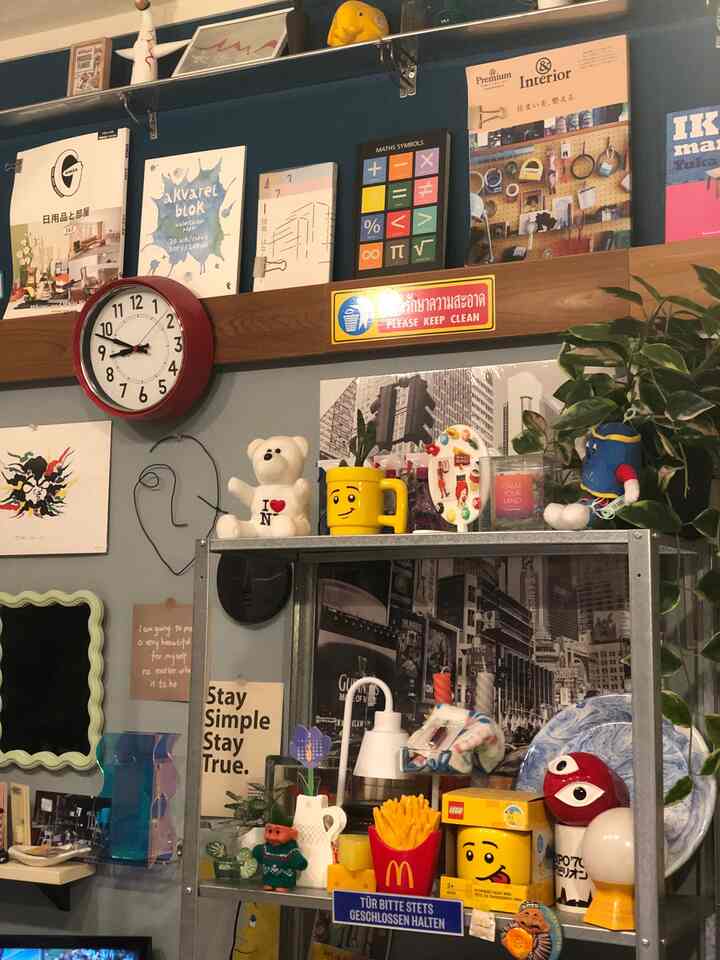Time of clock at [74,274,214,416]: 8:48
